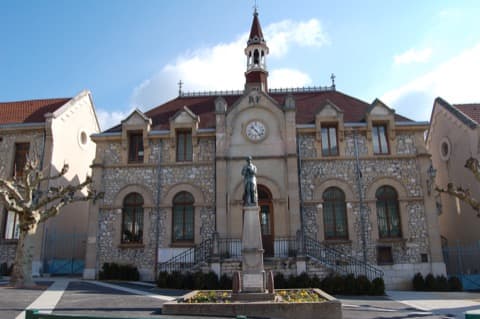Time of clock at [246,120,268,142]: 10:23
